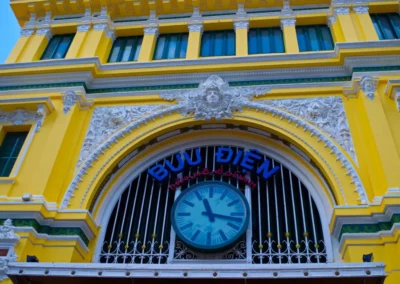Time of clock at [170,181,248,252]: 11:16
